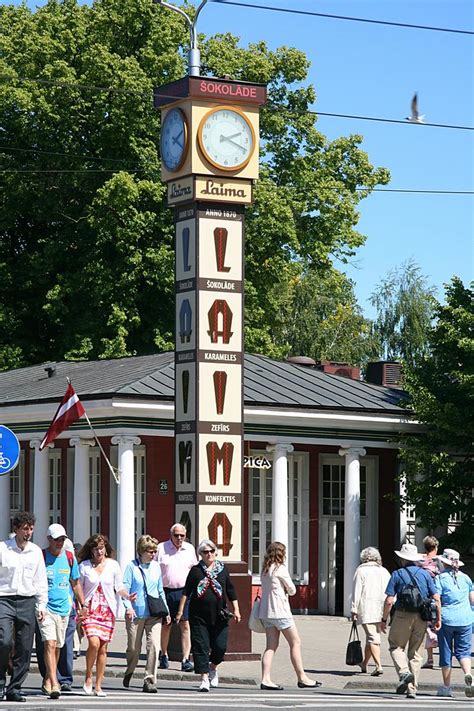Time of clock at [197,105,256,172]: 2:18
